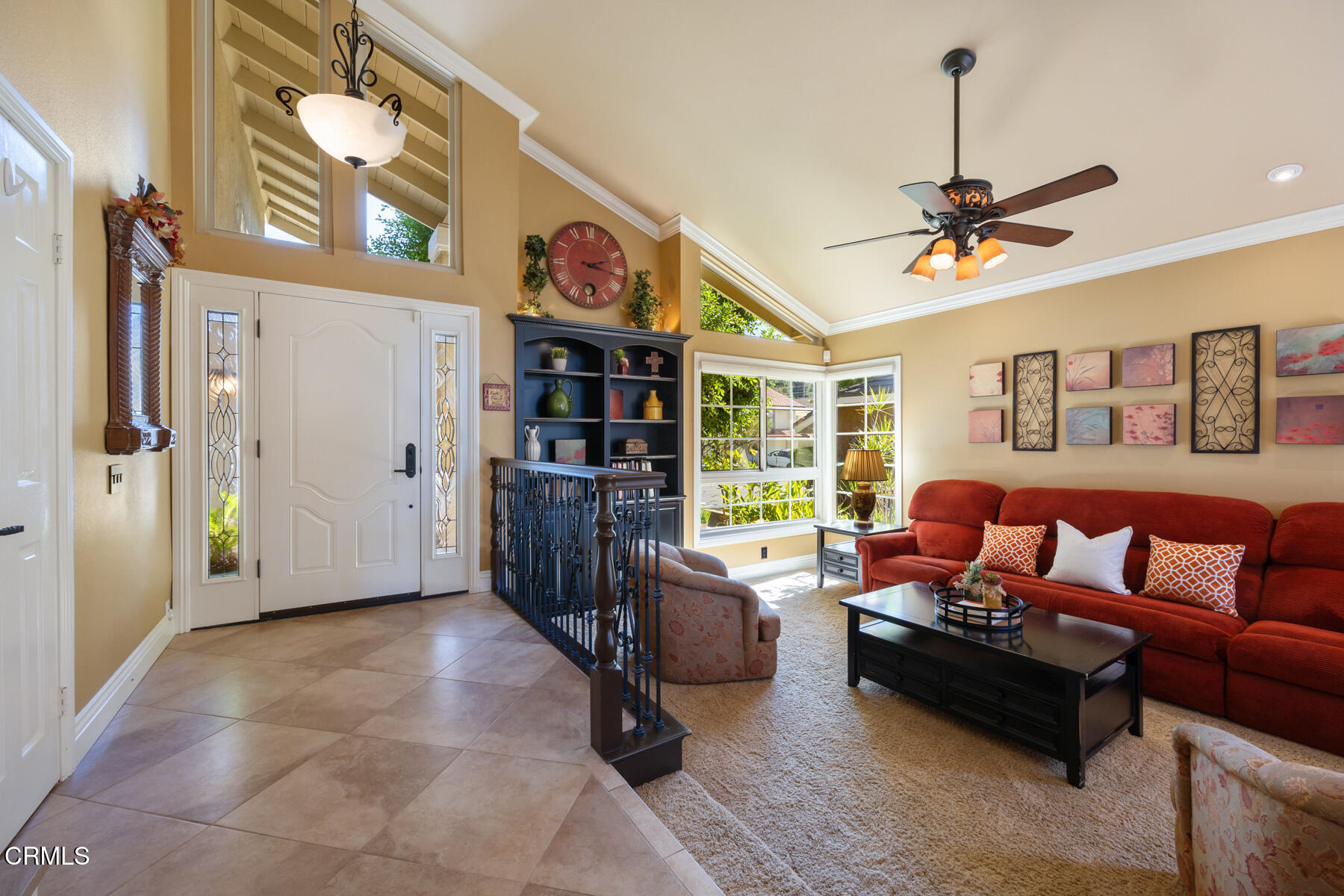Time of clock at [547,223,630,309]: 2:16
